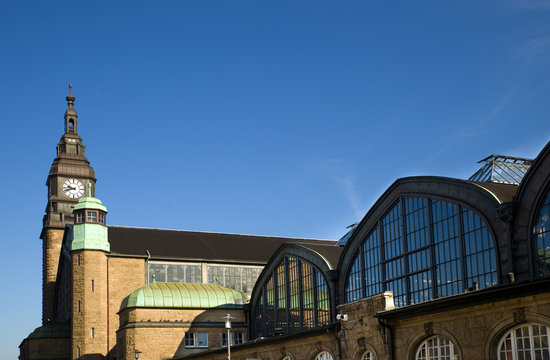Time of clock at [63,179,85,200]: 9:42
